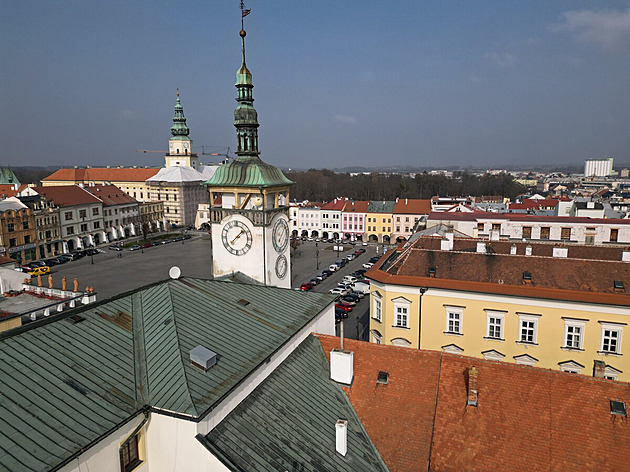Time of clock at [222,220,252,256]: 1:38
